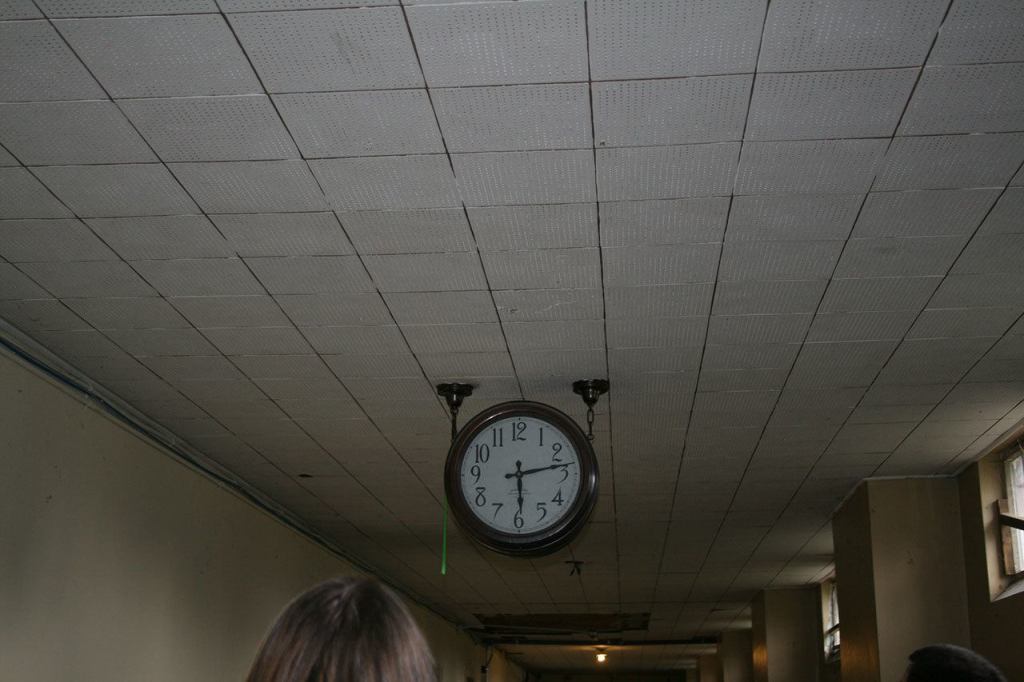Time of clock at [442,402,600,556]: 2:29
